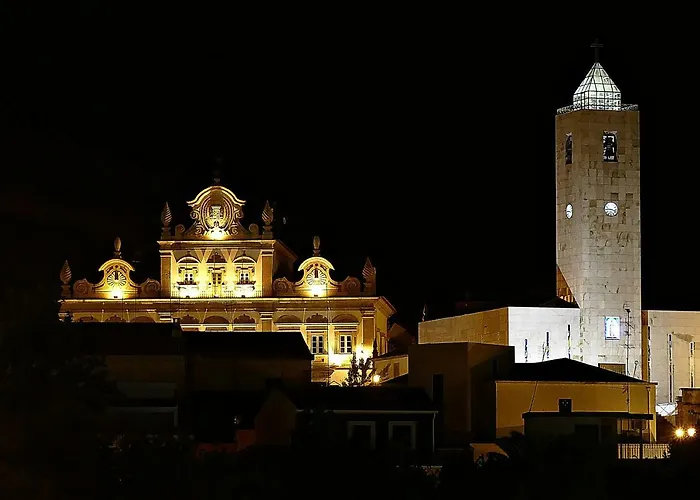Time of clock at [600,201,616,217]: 3:45
